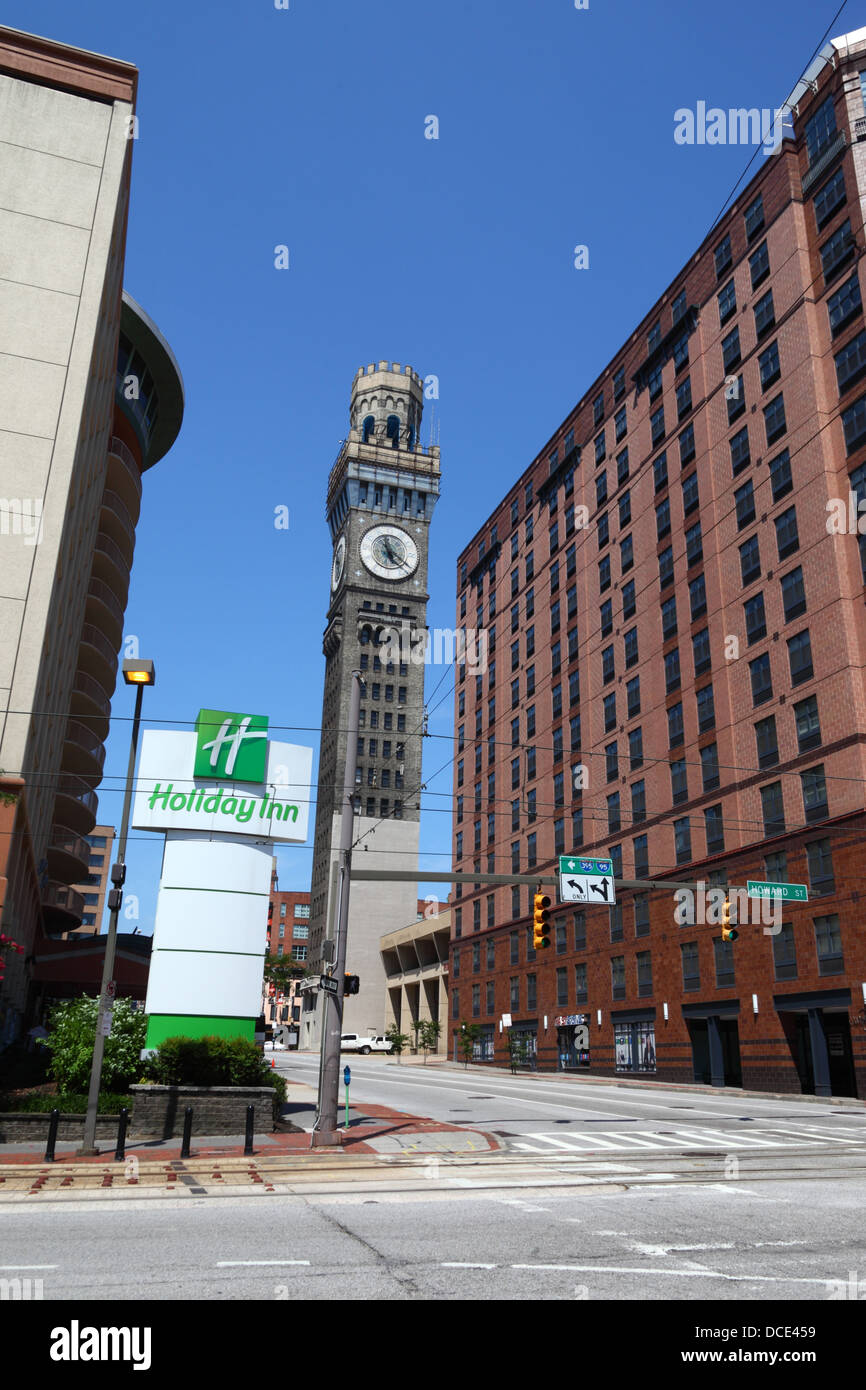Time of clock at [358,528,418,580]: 11:21
